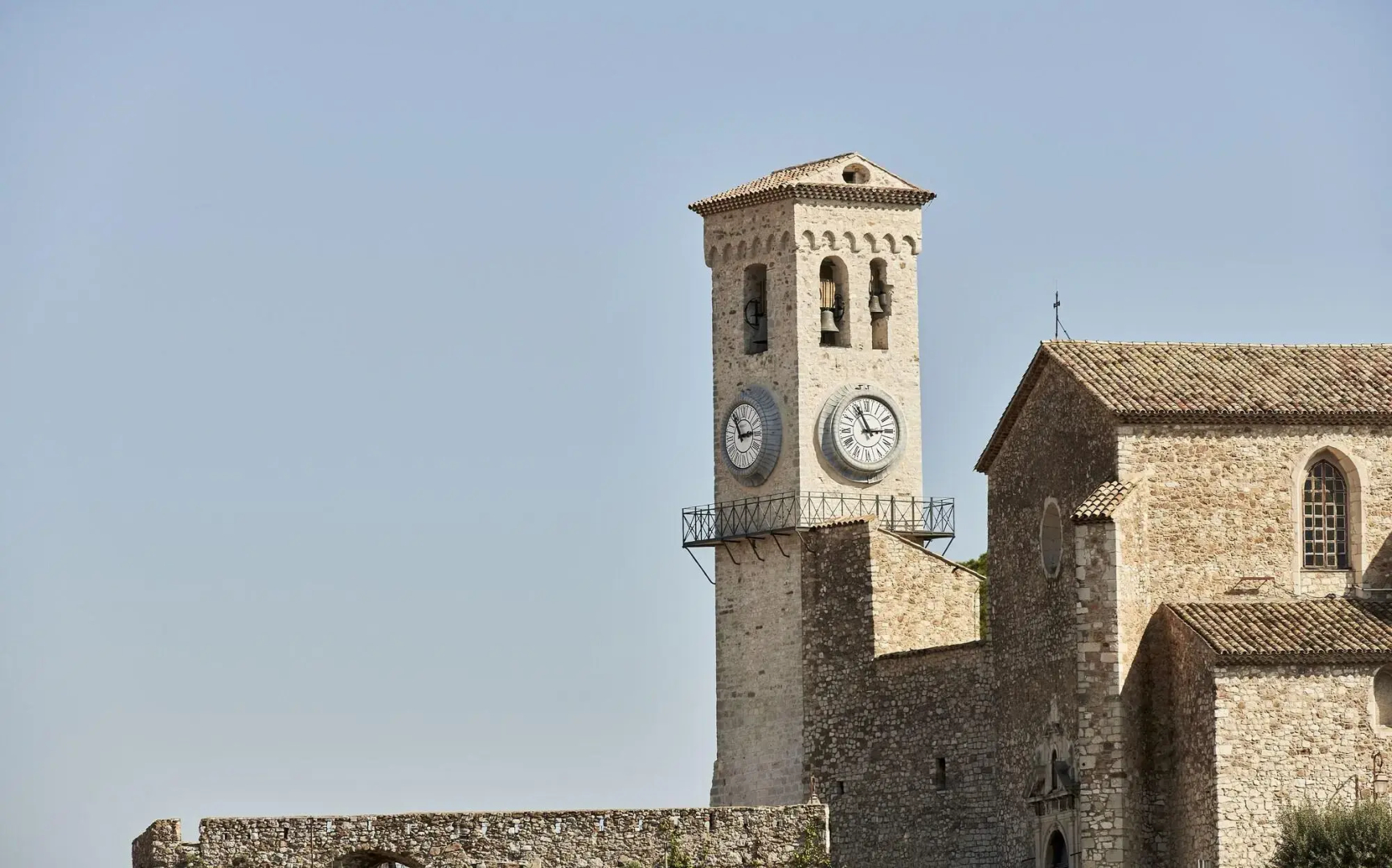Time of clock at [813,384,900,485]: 2:55
